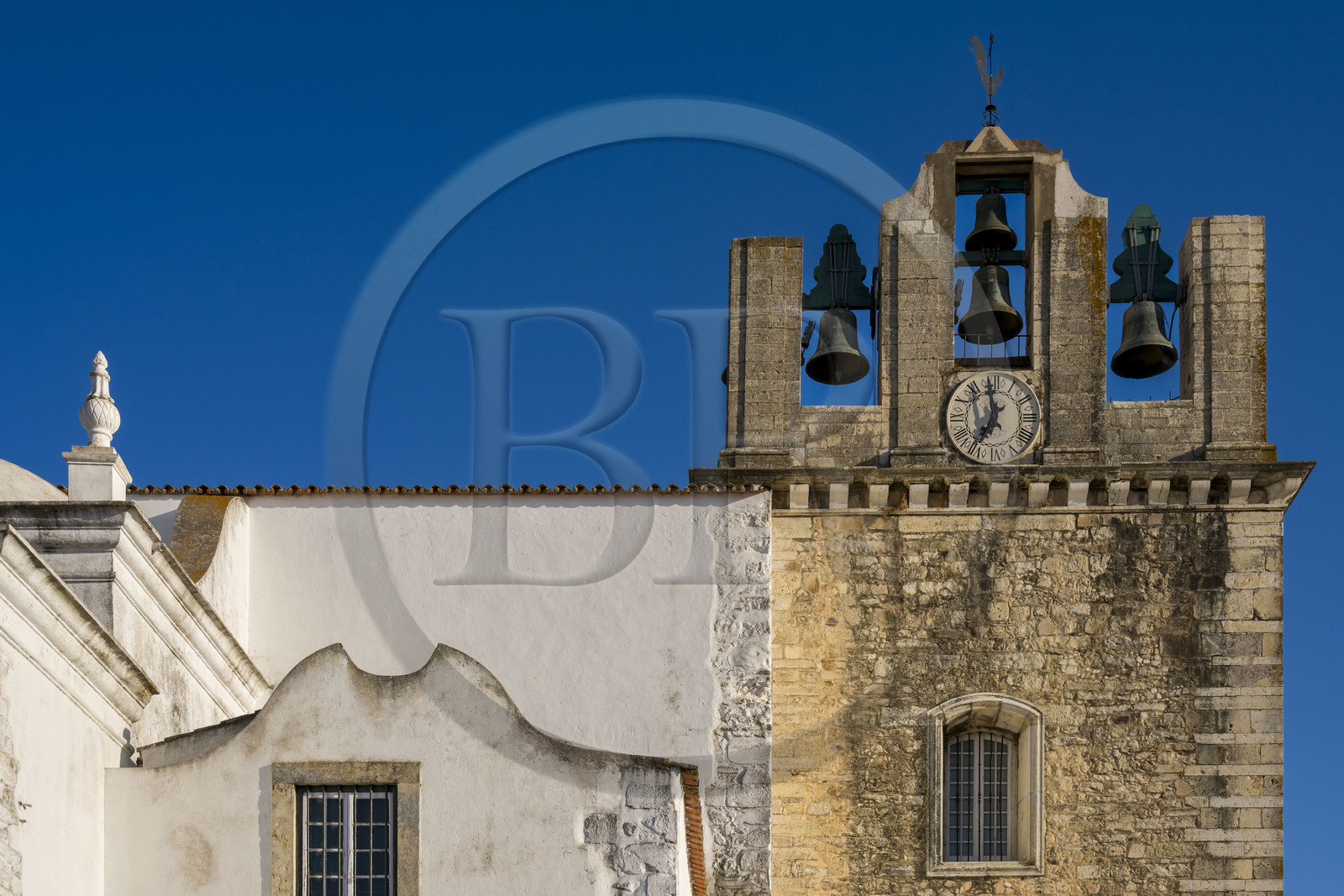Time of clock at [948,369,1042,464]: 6:58
